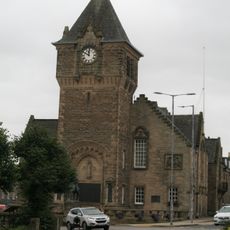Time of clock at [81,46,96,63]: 11:50
